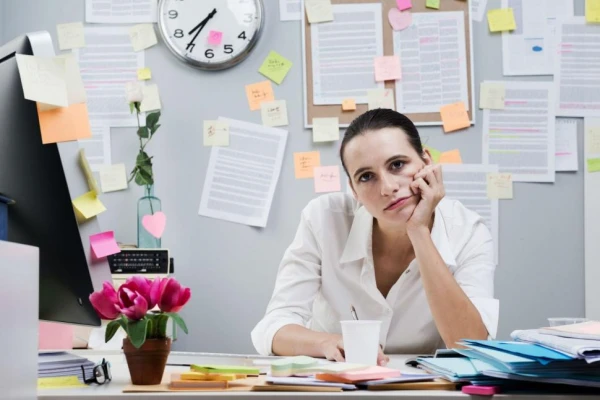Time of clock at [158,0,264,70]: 7:35
